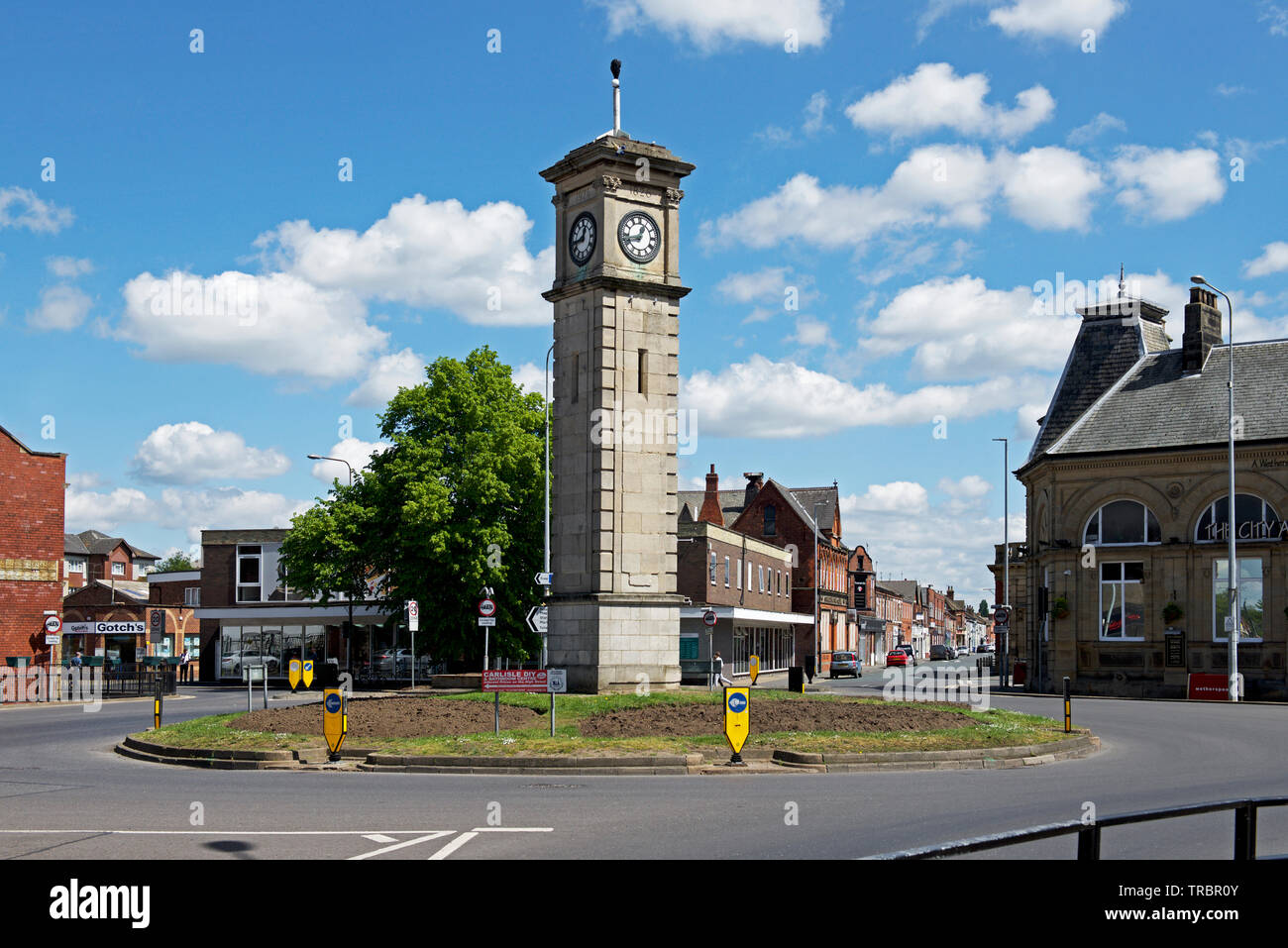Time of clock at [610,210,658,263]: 12:42
